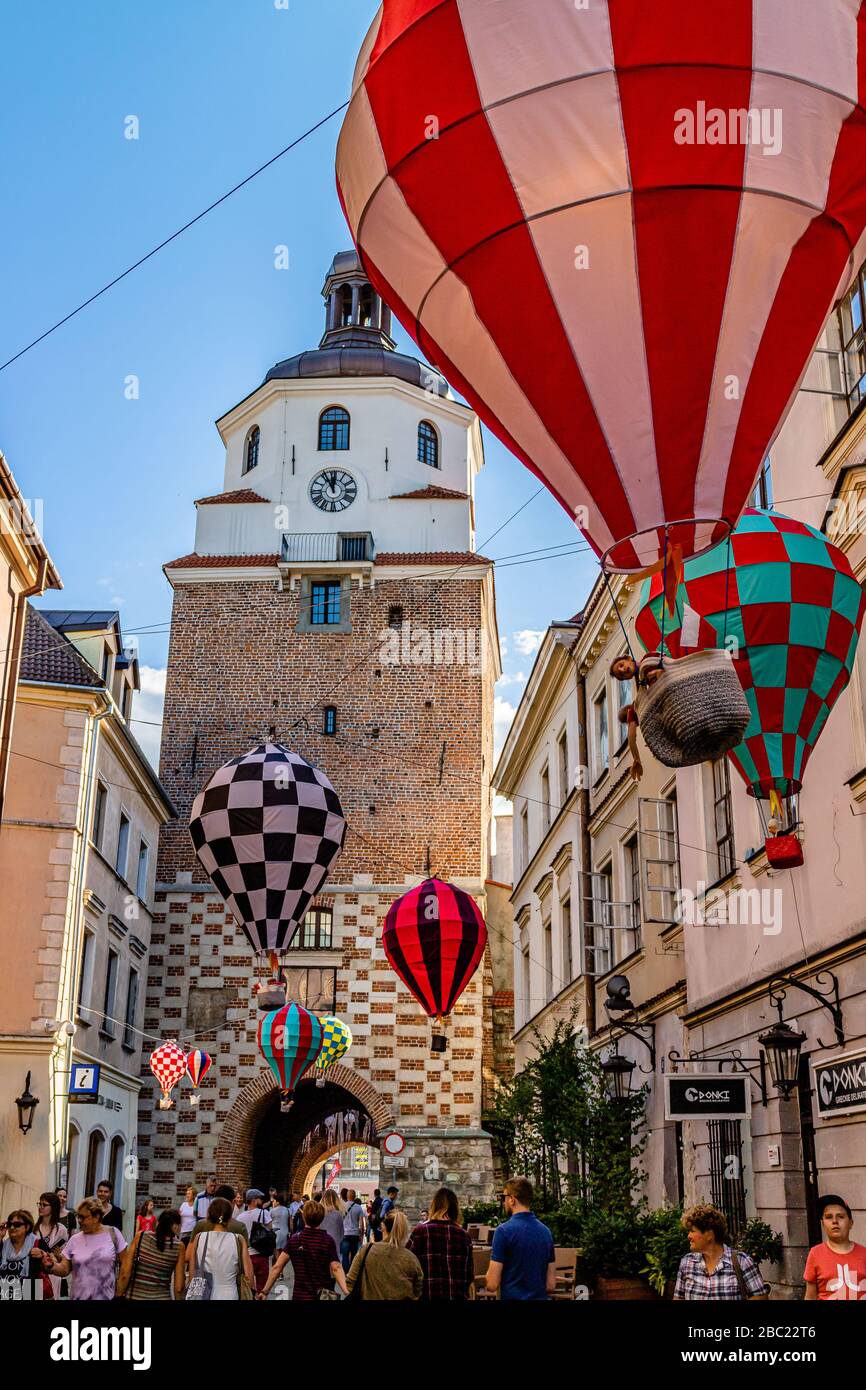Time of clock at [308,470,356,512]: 11:55
